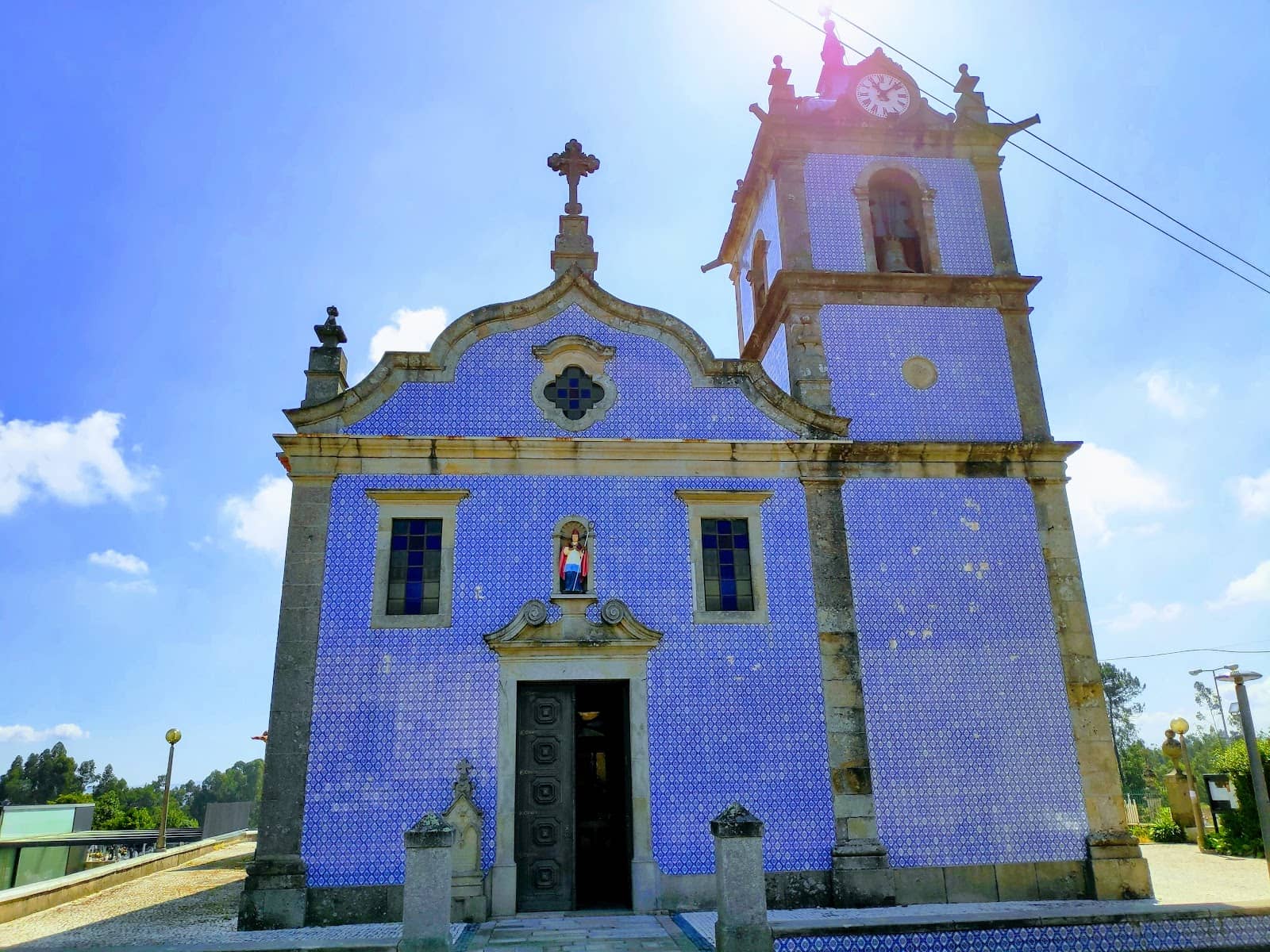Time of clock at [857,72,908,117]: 11:08
